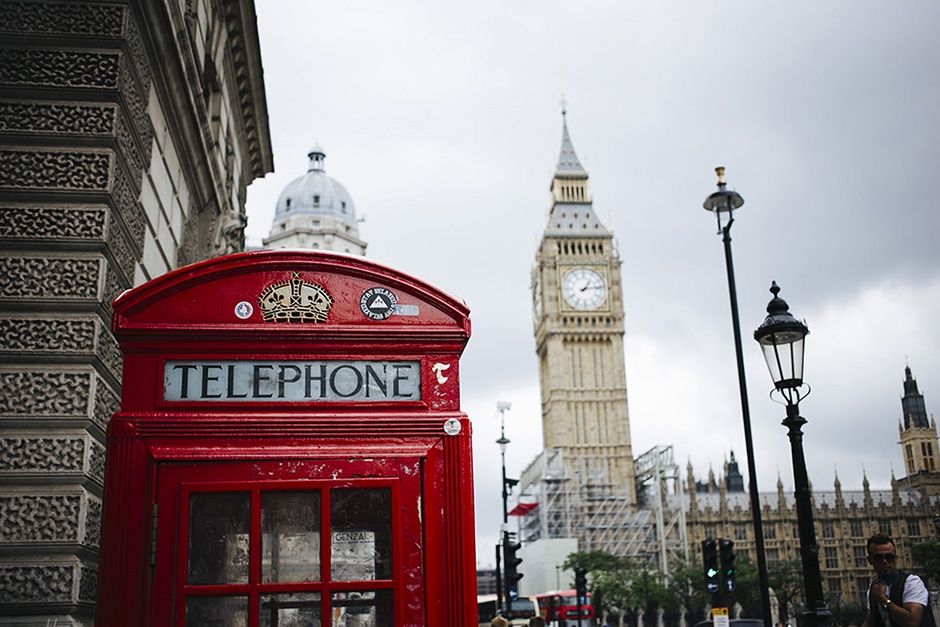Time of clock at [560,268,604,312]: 1:13
